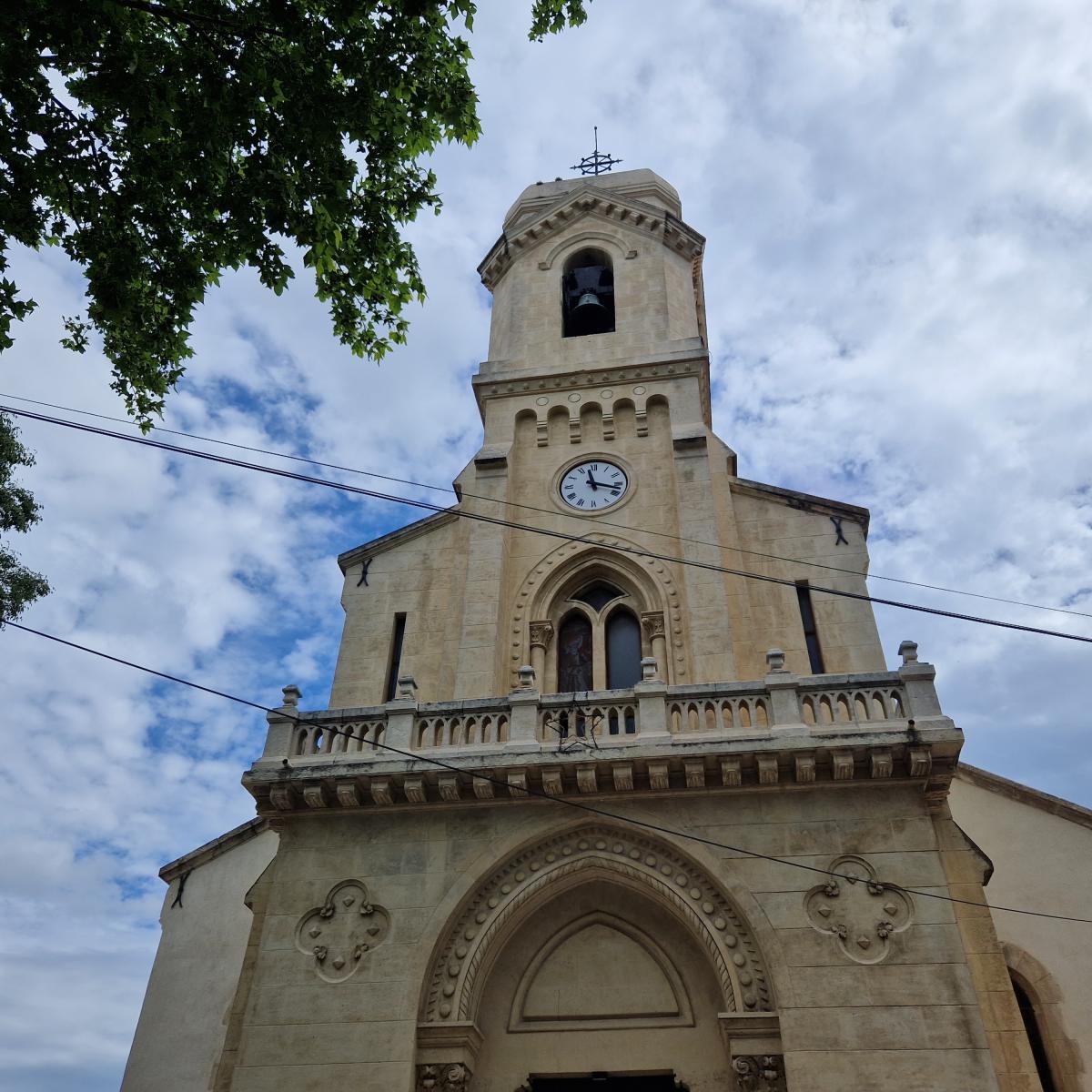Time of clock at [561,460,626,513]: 11:17
